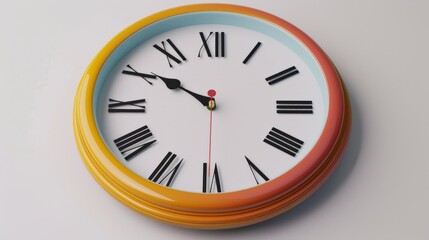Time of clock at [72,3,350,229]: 9:50
